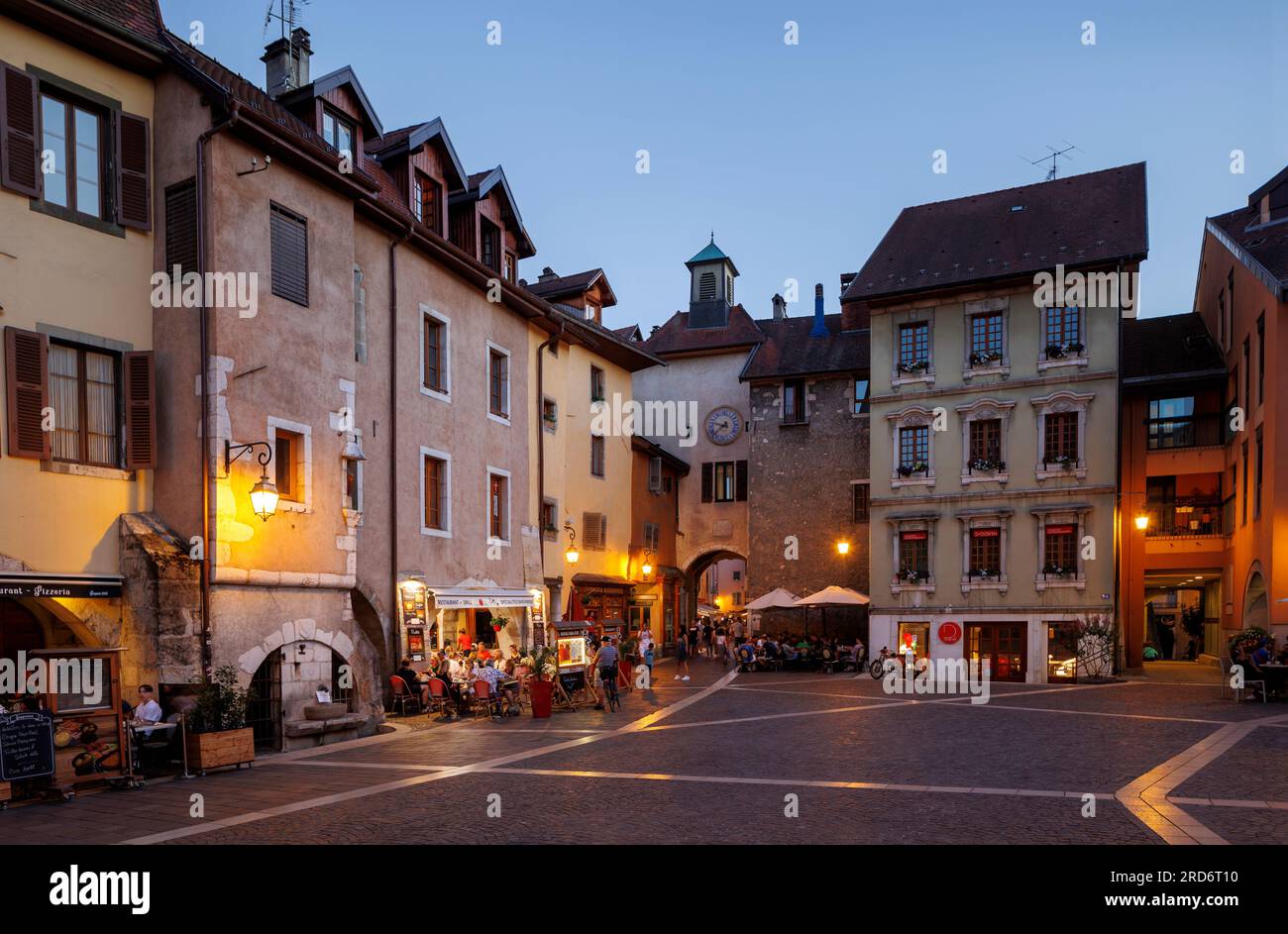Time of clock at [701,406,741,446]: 9:38
